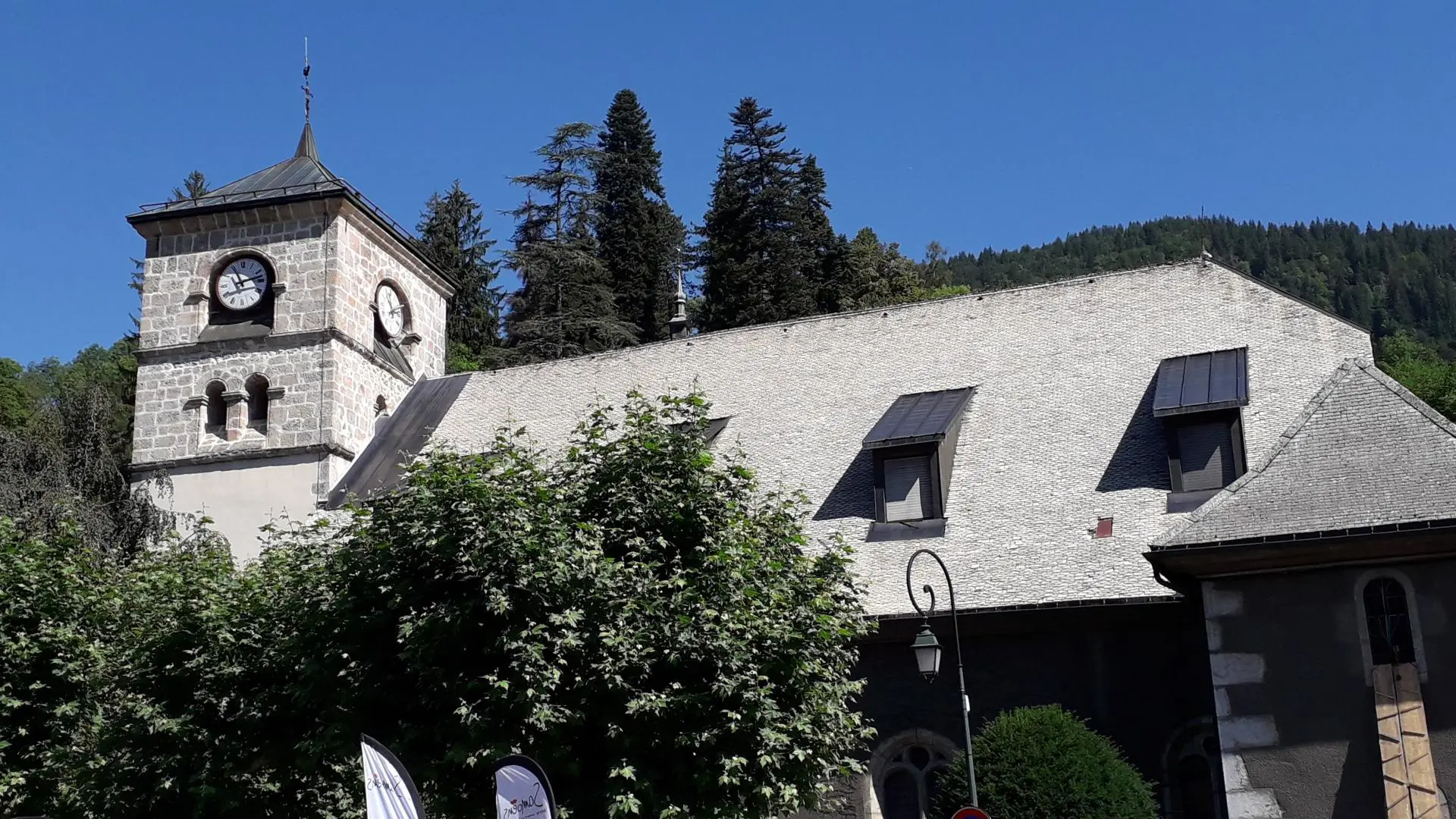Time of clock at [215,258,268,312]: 11:12
